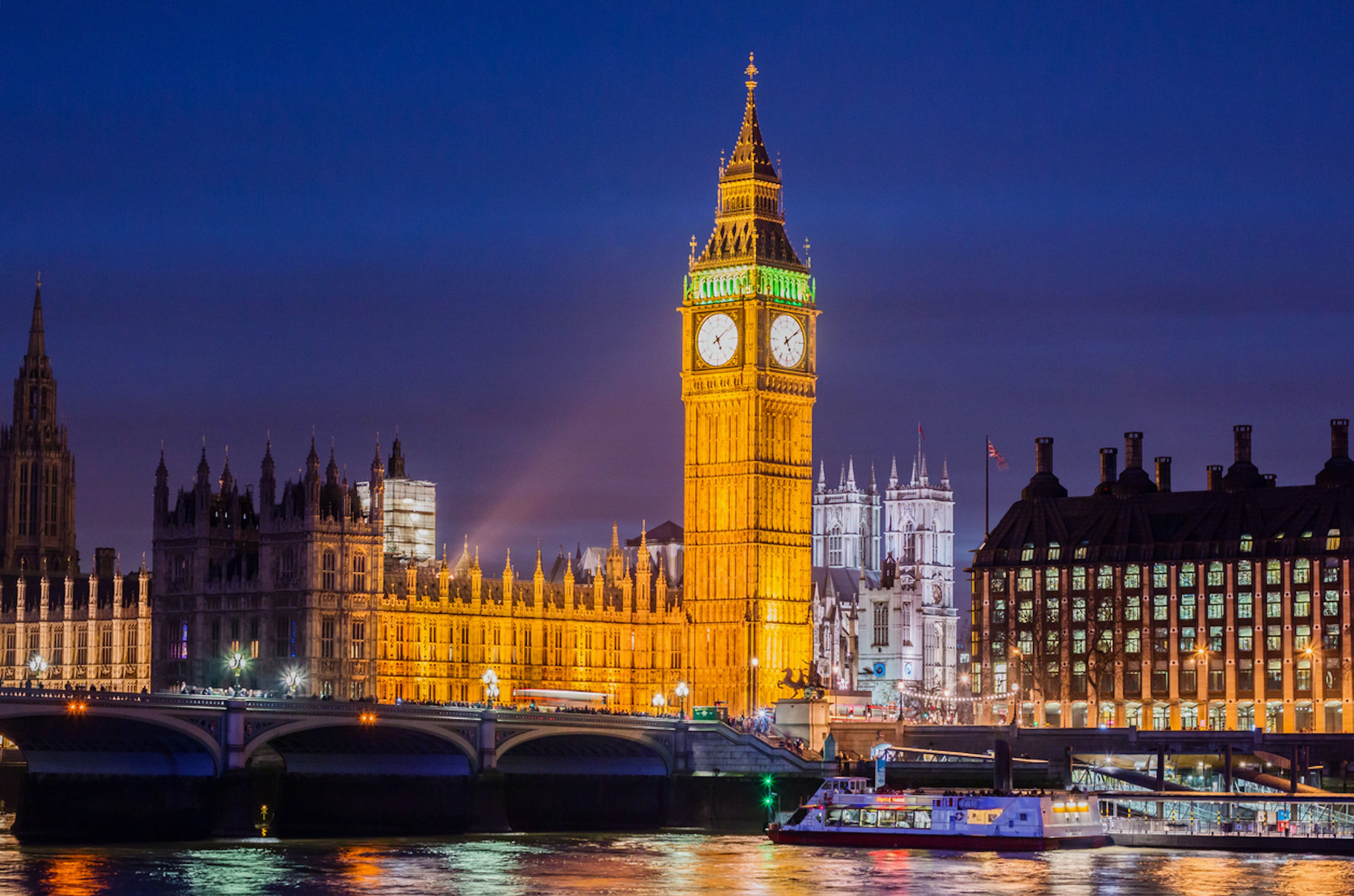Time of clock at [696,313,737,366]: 5:09
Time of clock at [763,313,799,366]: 5:09
